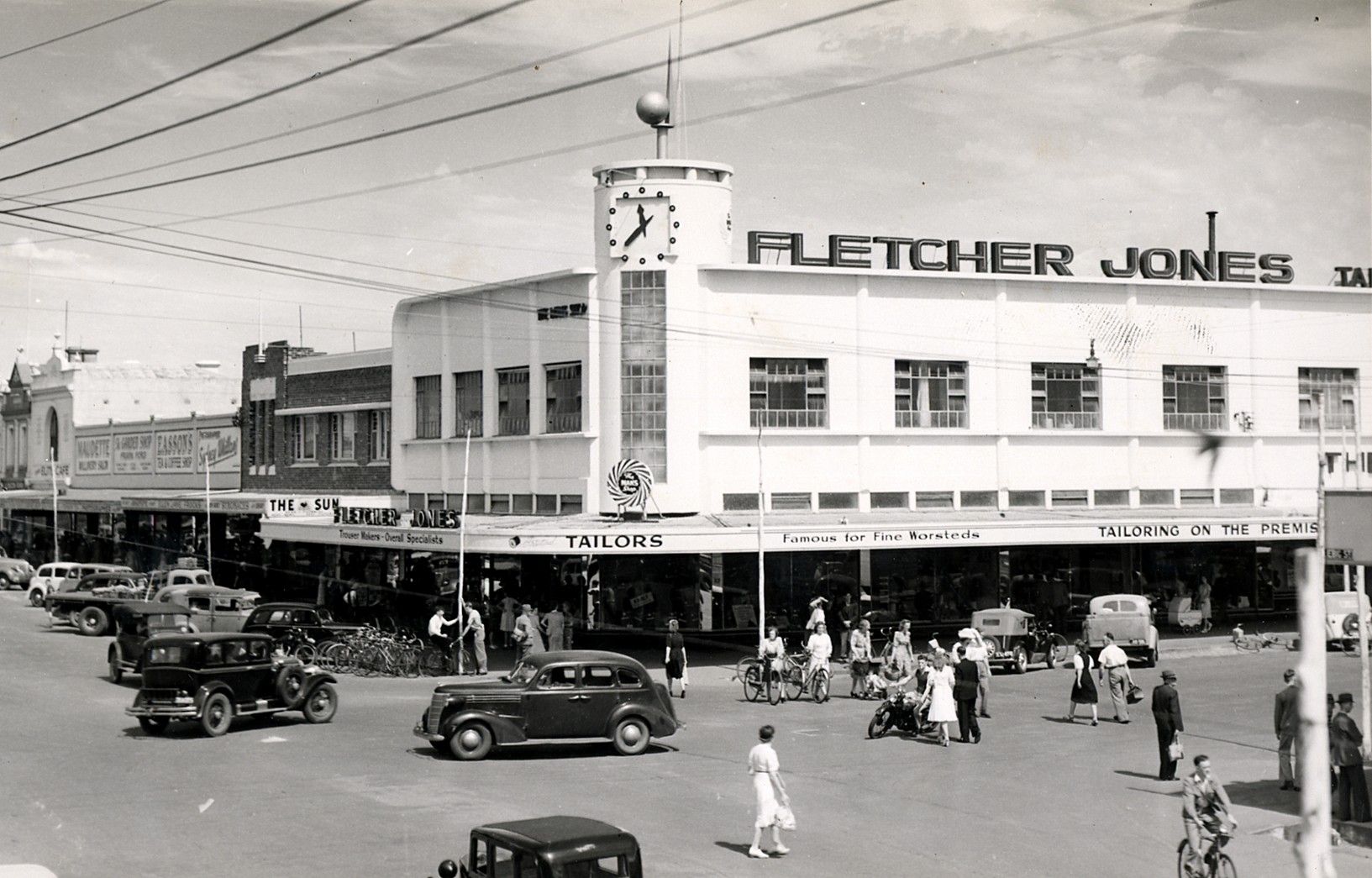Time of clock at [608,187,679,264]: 11:37
